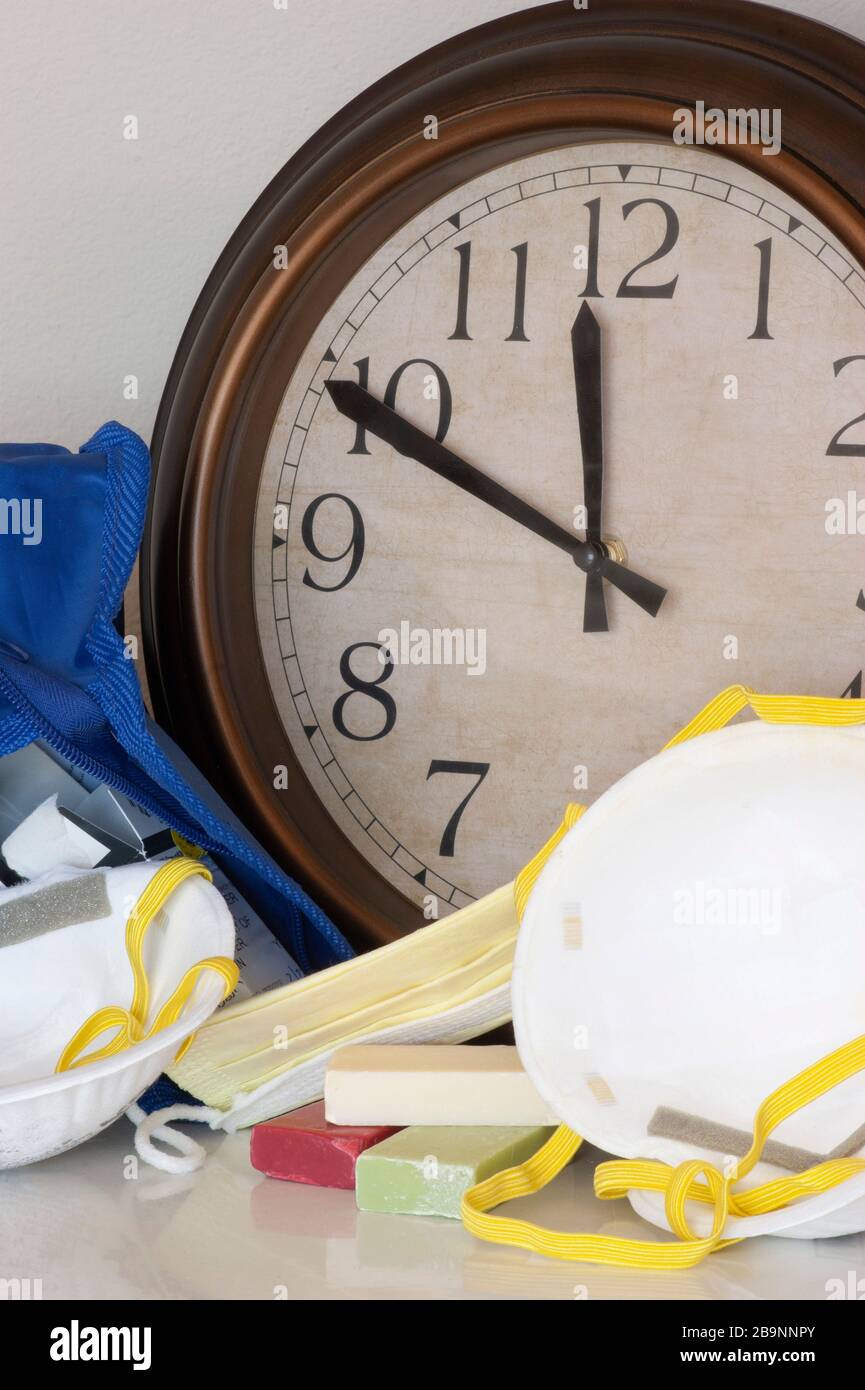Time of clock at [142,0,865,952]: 11:49
